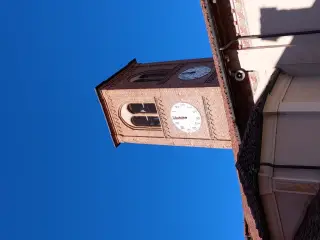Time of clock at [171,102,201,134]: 8:44
